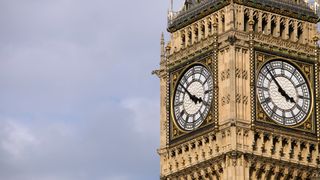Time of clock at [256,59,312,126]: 3:52
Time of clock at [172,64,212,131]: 3:52
